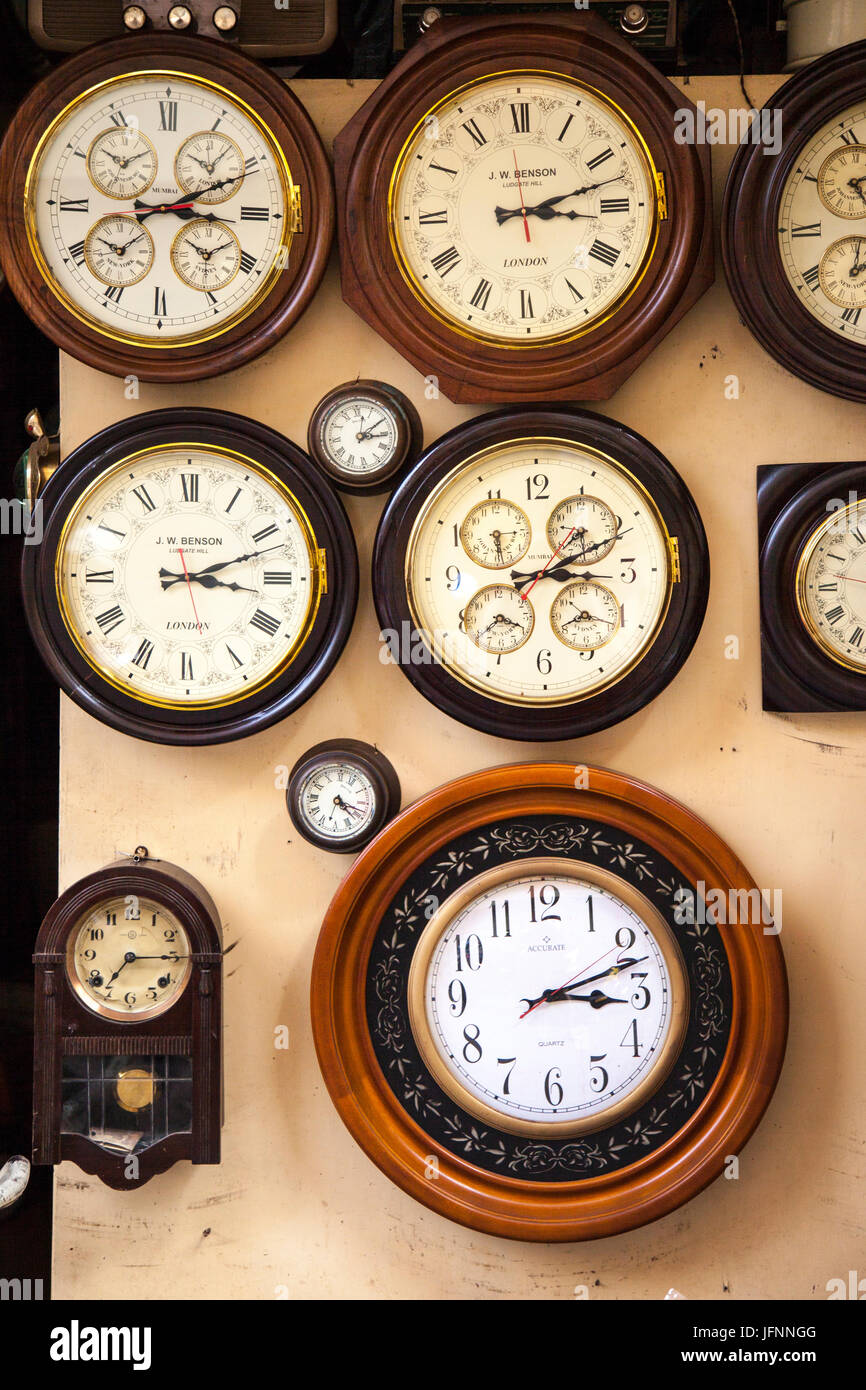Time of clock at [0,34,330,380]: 3:10
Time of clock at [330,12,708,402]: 3:12
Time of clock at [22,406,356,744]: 3:11
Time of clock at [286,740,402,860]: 4:17
